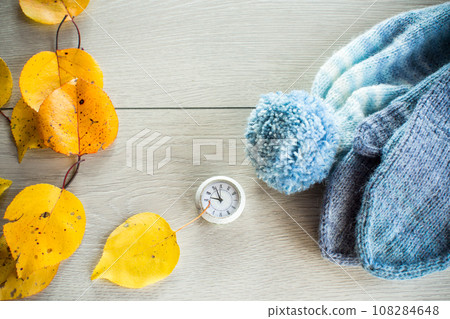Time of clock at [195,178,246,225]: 8:56
